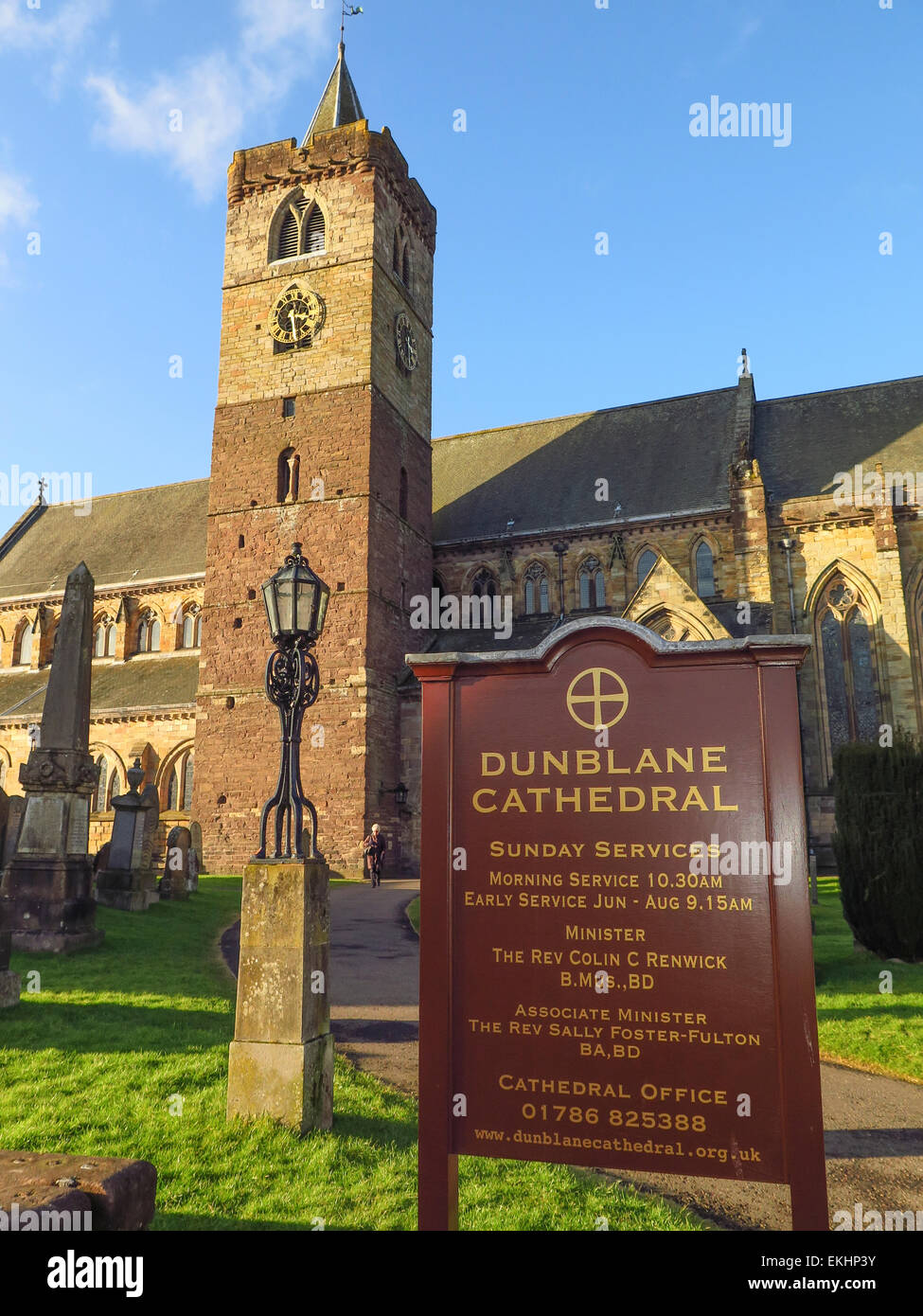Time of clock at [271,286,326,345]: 3:27
